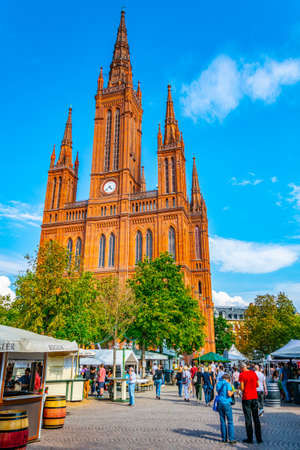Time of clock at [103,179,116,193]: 4:37
